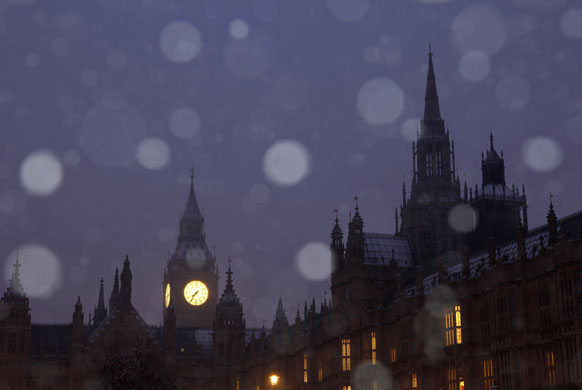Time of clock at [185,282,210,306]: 7:36
